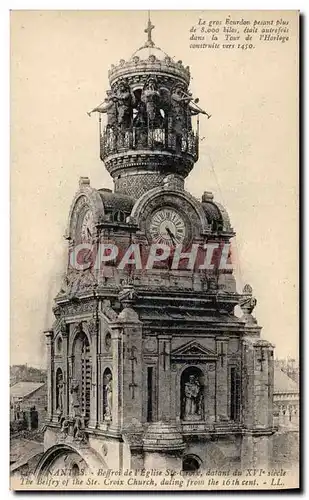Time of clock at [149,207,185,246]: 4:26
